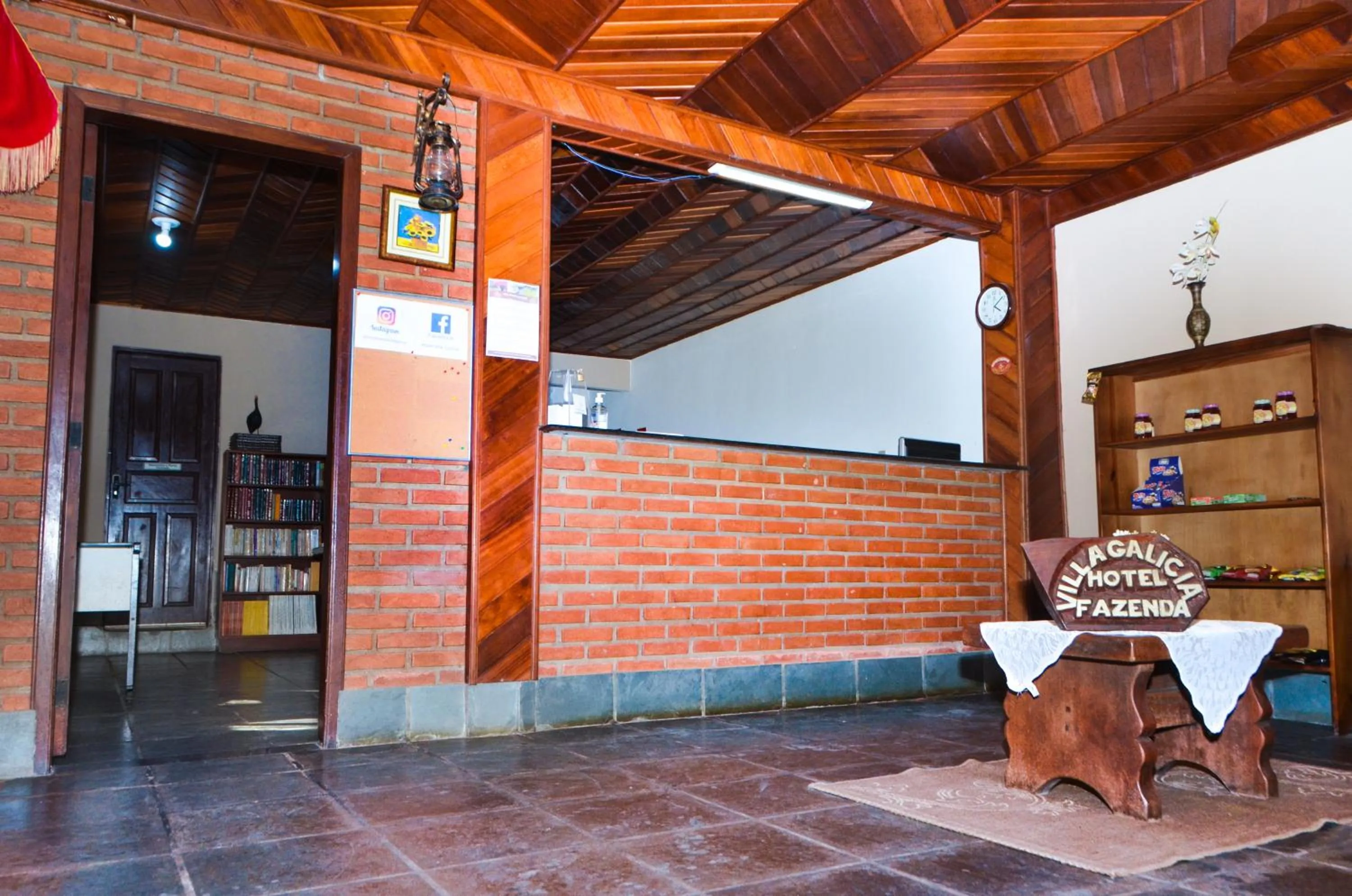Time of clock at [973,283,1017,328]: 4:08
